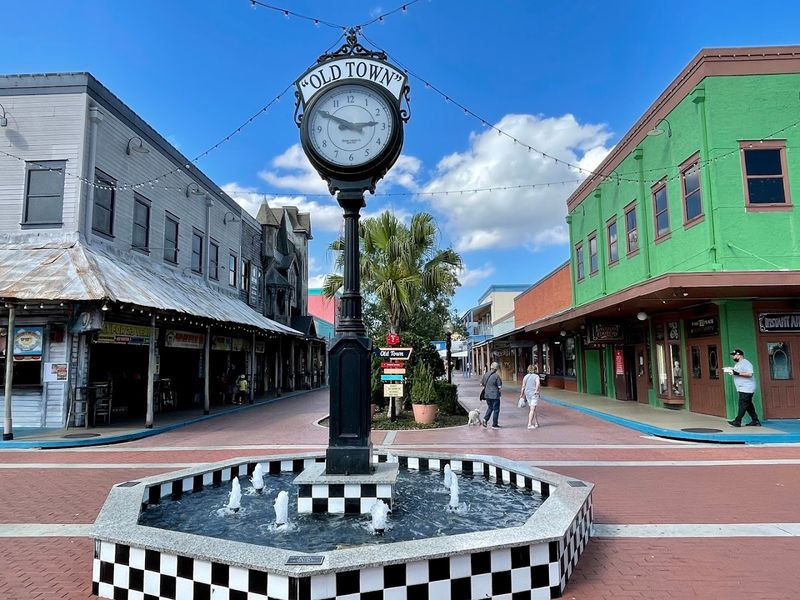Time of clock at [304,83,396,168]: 2:49
